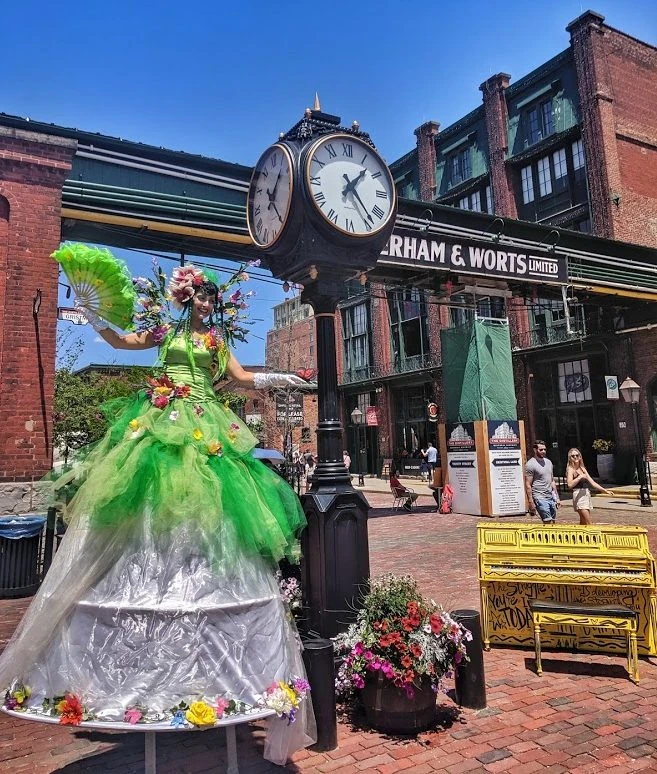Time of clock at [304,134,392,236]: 1:23
